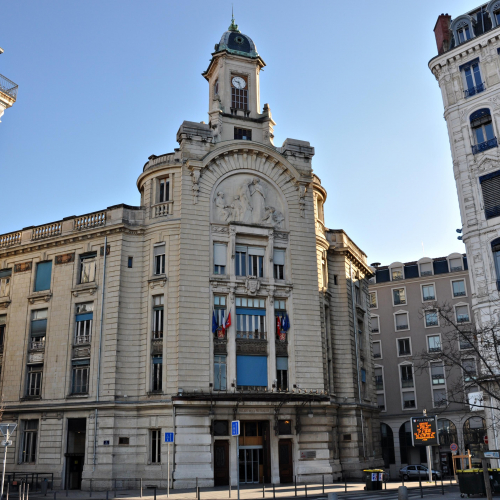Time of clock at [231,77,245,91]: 9:27
